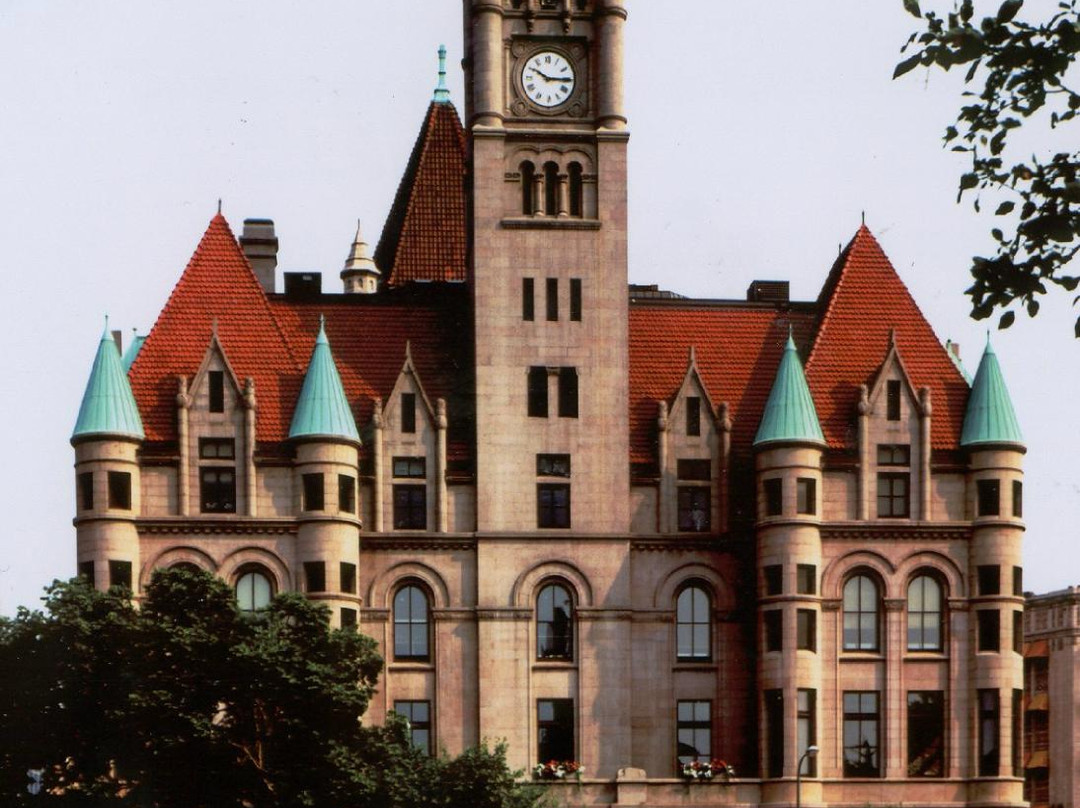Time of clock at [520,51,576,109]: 10:15
